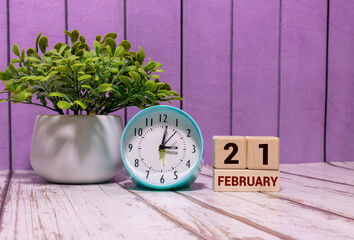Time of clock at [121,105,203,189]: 3:01
